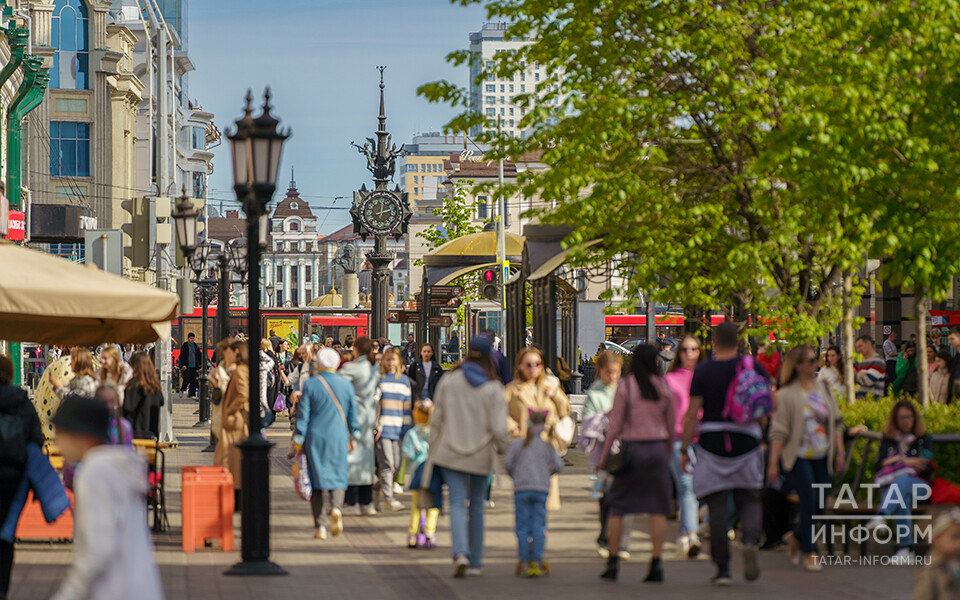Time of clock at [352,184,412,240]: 2:01
